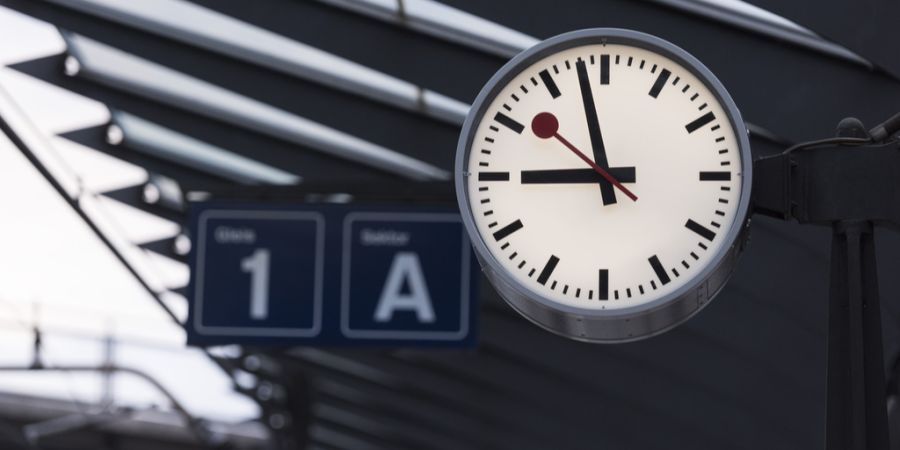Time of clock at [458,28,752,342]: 8:57
